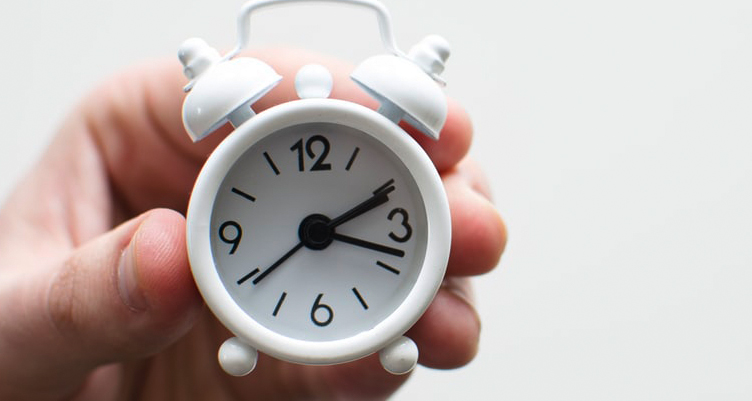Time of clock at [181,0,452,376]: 2:18
